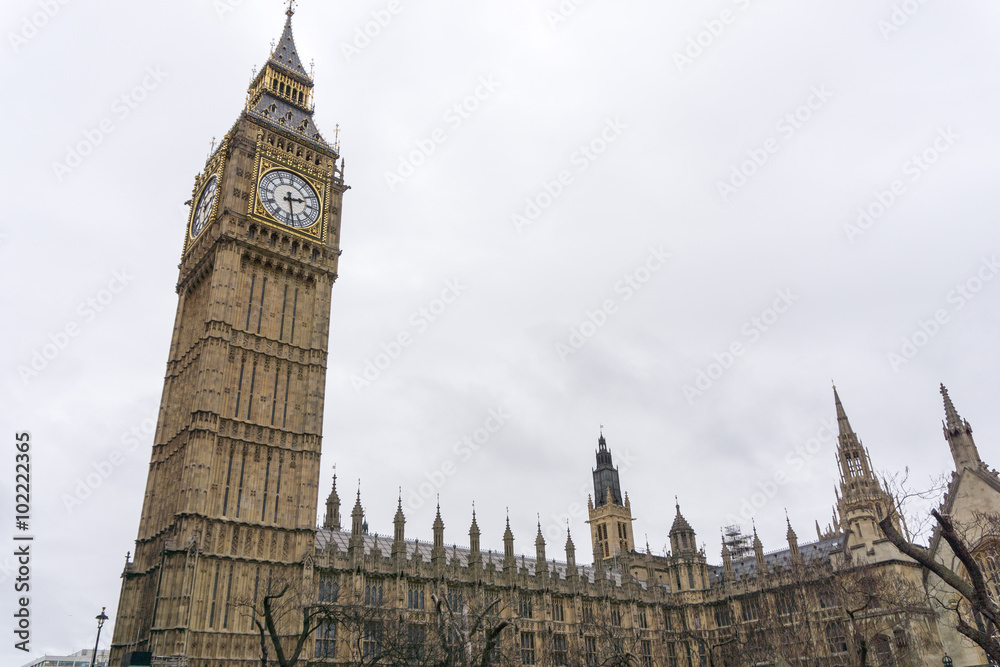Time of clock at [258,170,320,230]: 2:28
